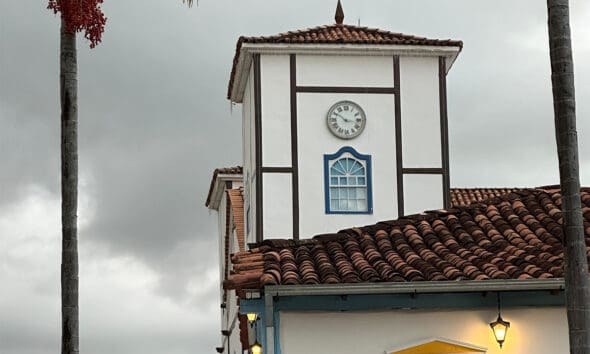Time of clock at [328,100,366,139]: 10:16
